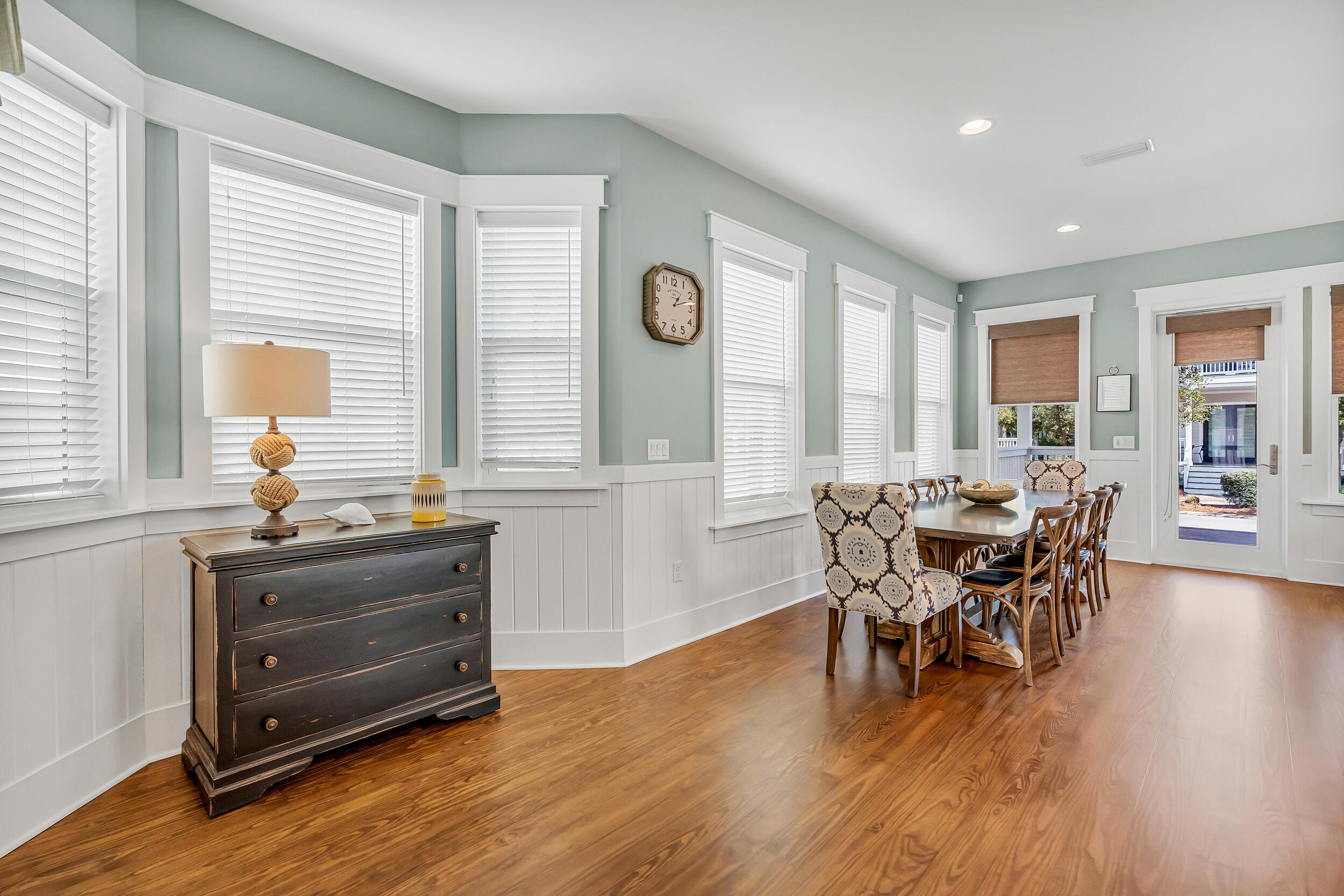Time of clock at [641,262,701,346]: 1:12
